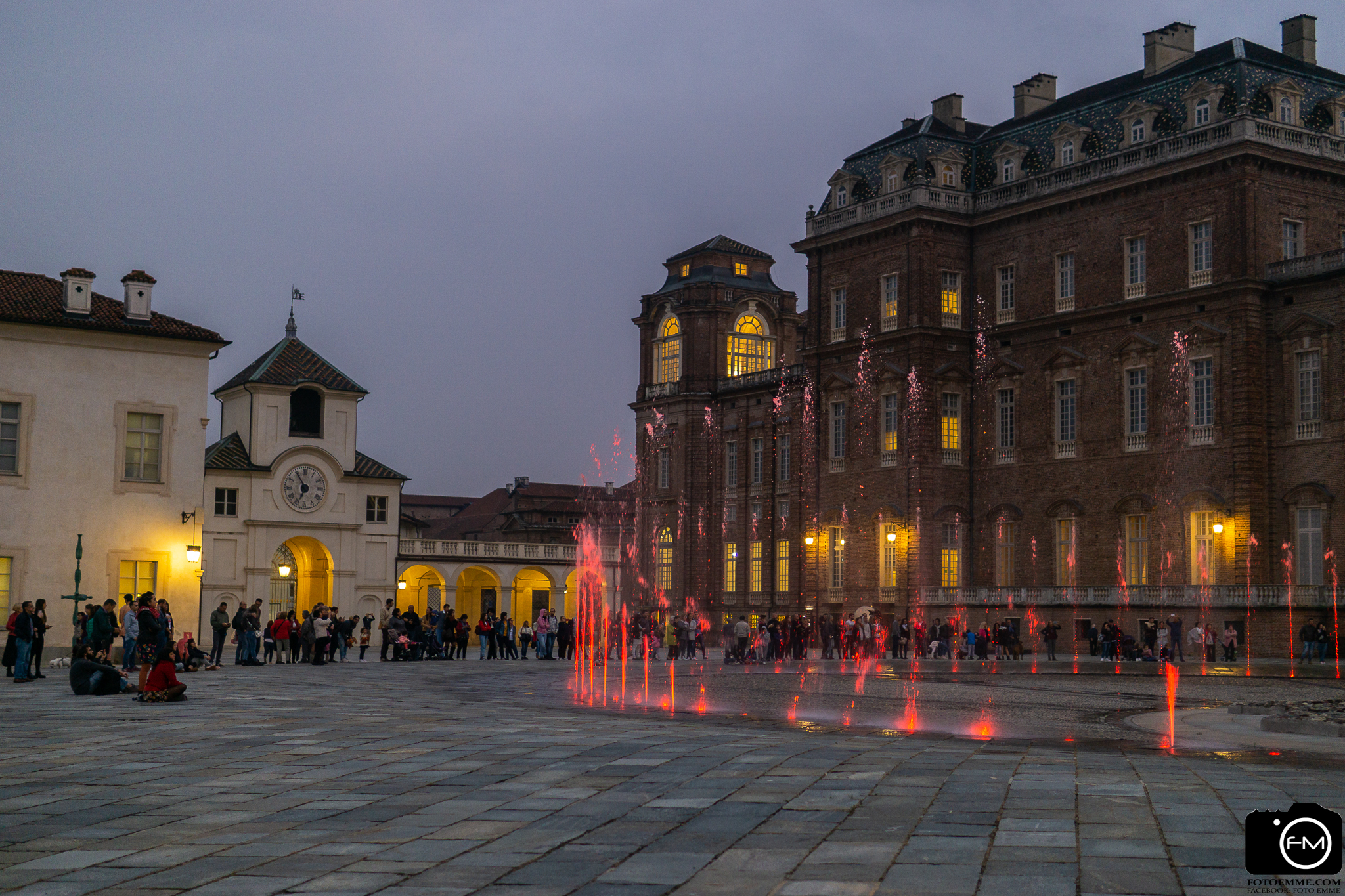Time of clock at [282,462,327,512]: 6:54
